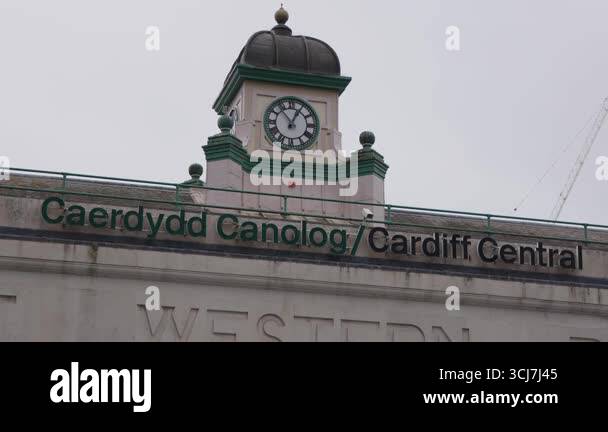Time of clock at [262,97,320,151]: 12:53
